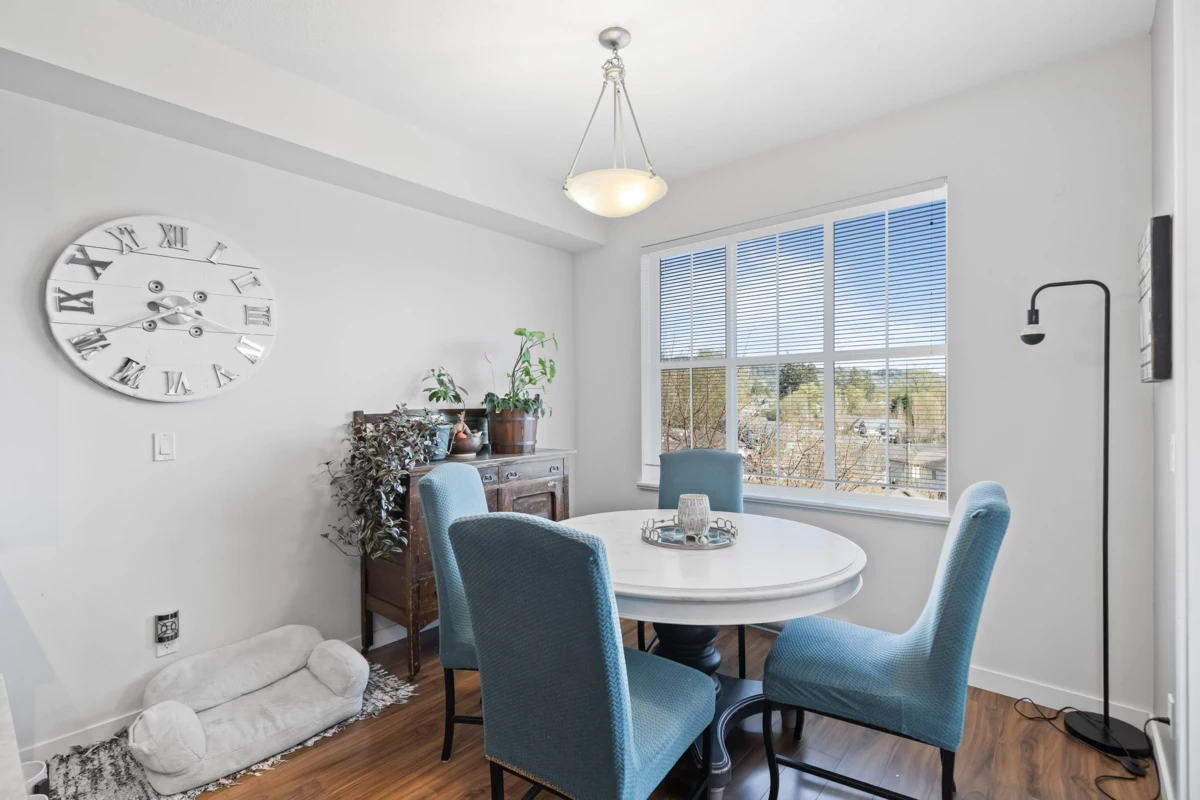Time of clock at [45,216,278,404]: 3:40
